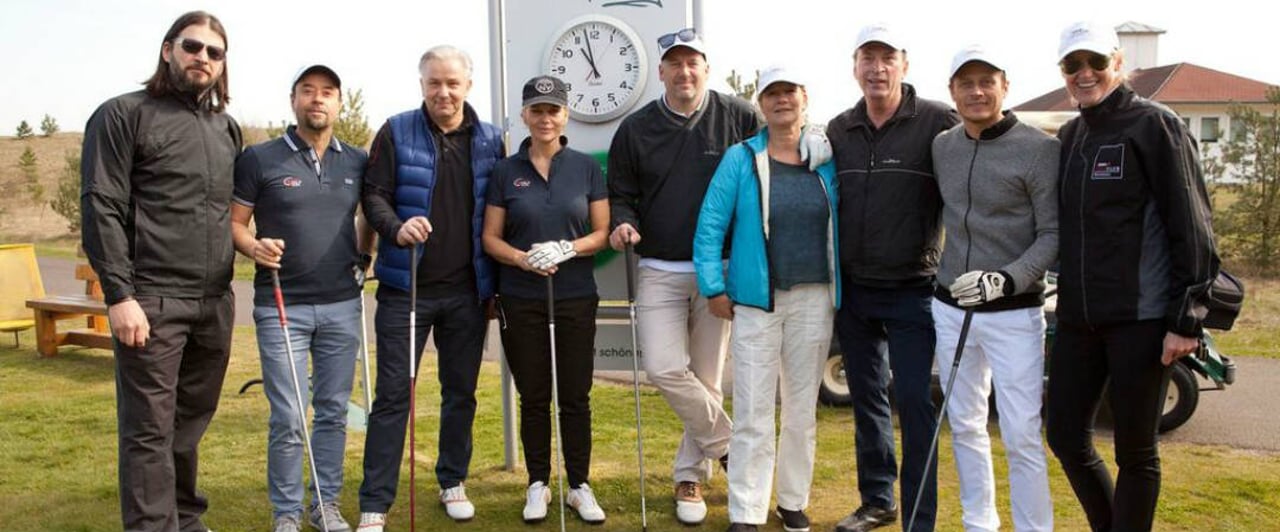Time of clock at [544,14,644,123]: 10:57
